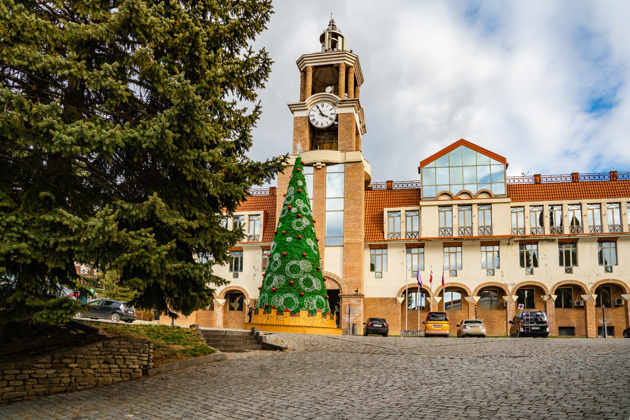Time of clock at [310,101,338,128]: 3:55
